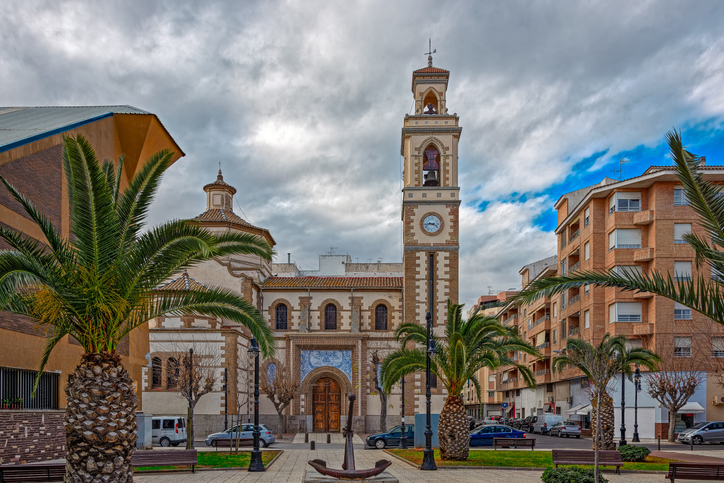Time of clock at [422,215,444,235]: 3:43
